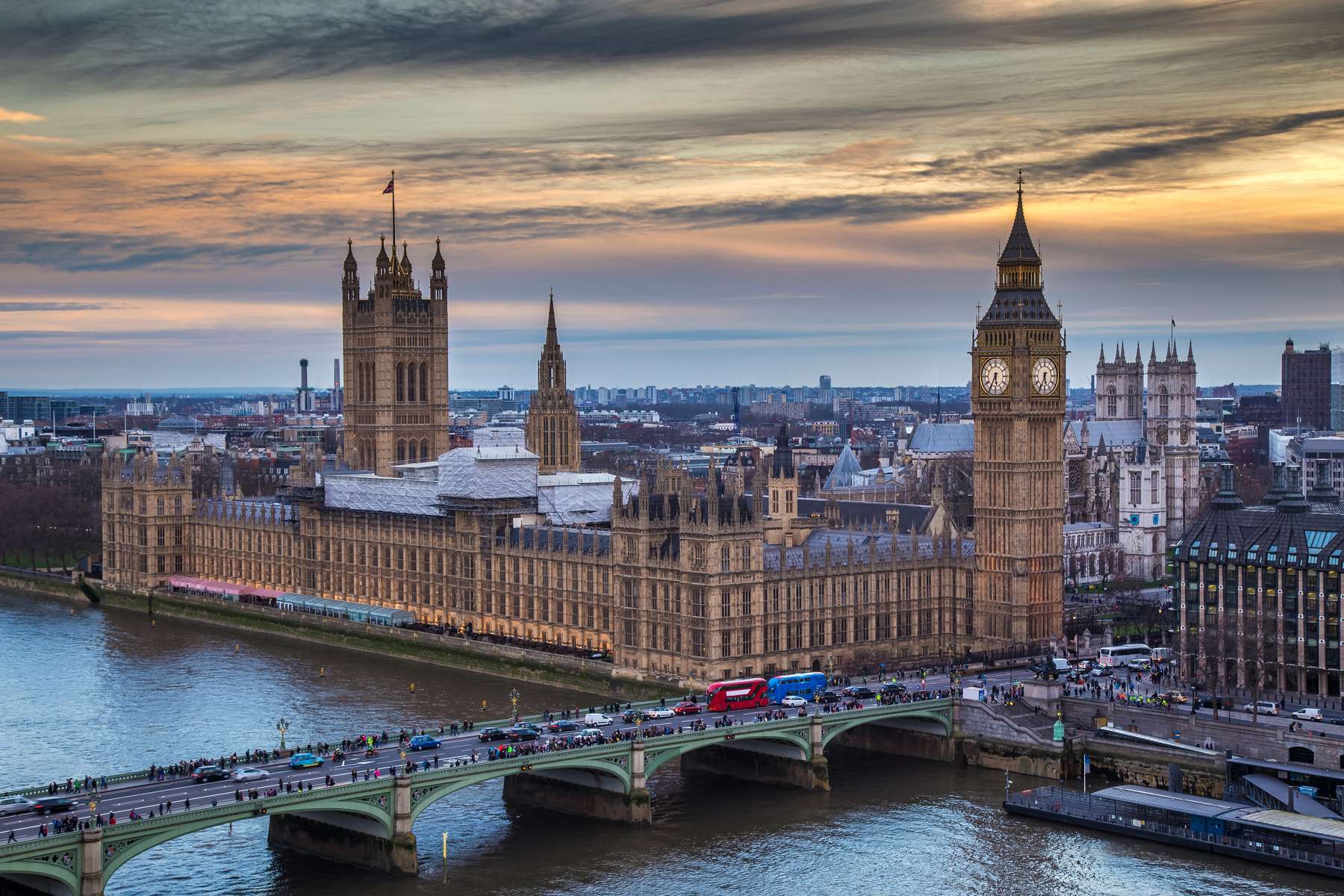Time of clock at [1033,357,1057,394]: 5:34
